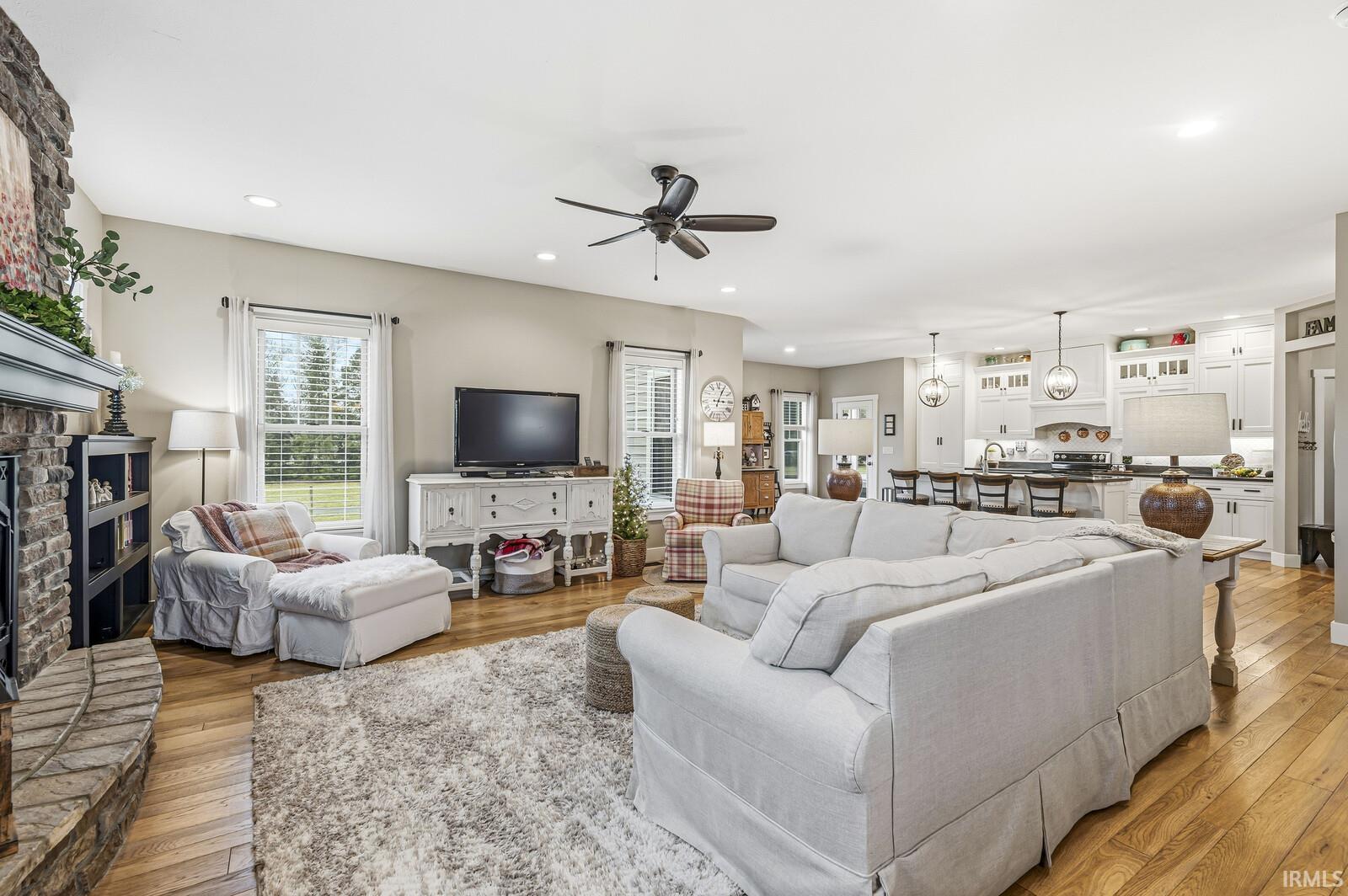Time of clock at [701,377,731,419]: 3:04
